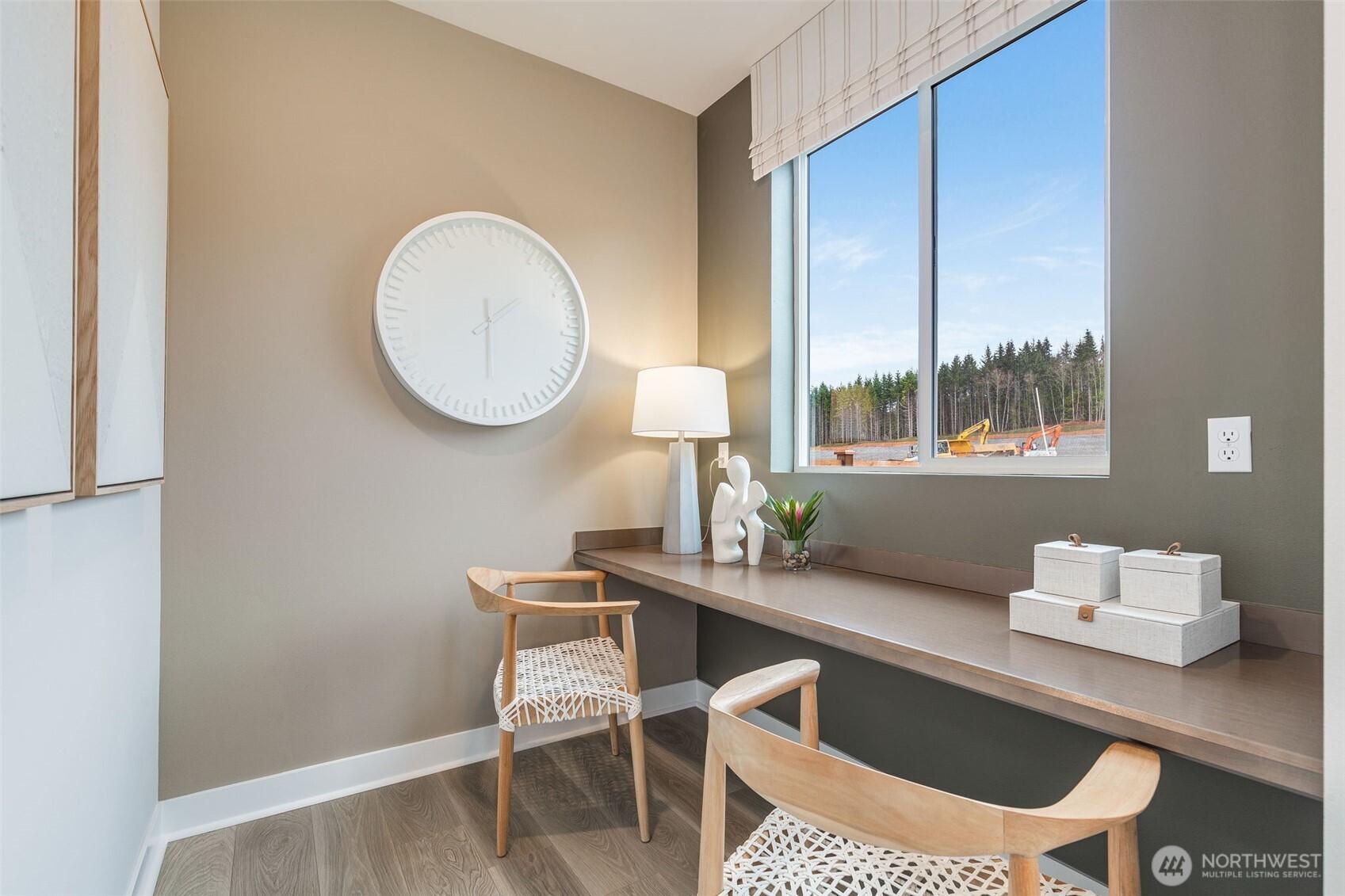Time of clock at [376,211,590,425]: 1:29
